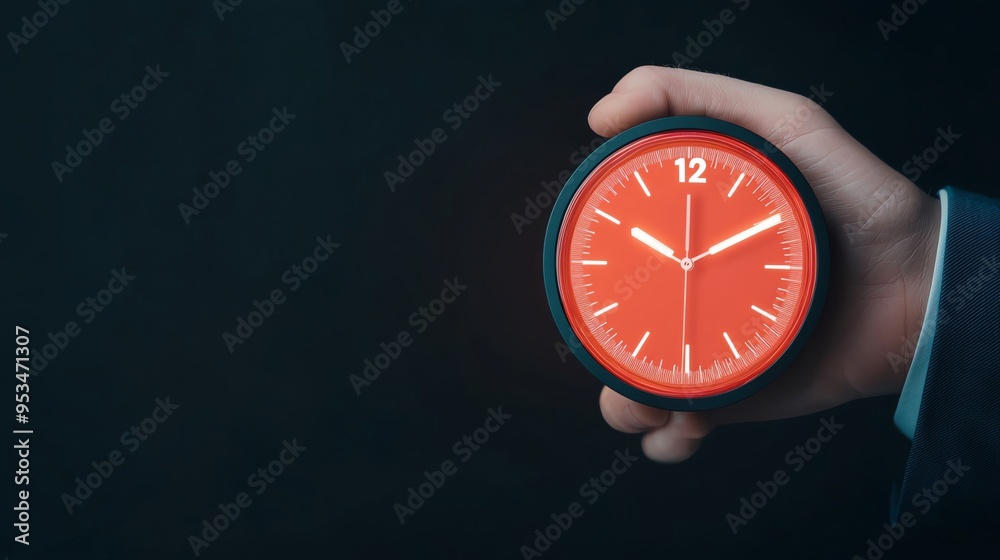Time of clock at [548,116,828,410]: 10:10
